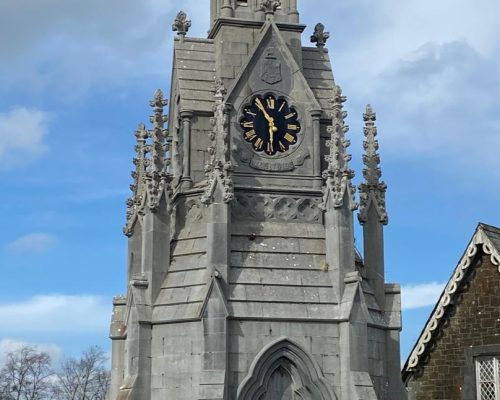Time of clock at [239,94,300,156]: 5:54
